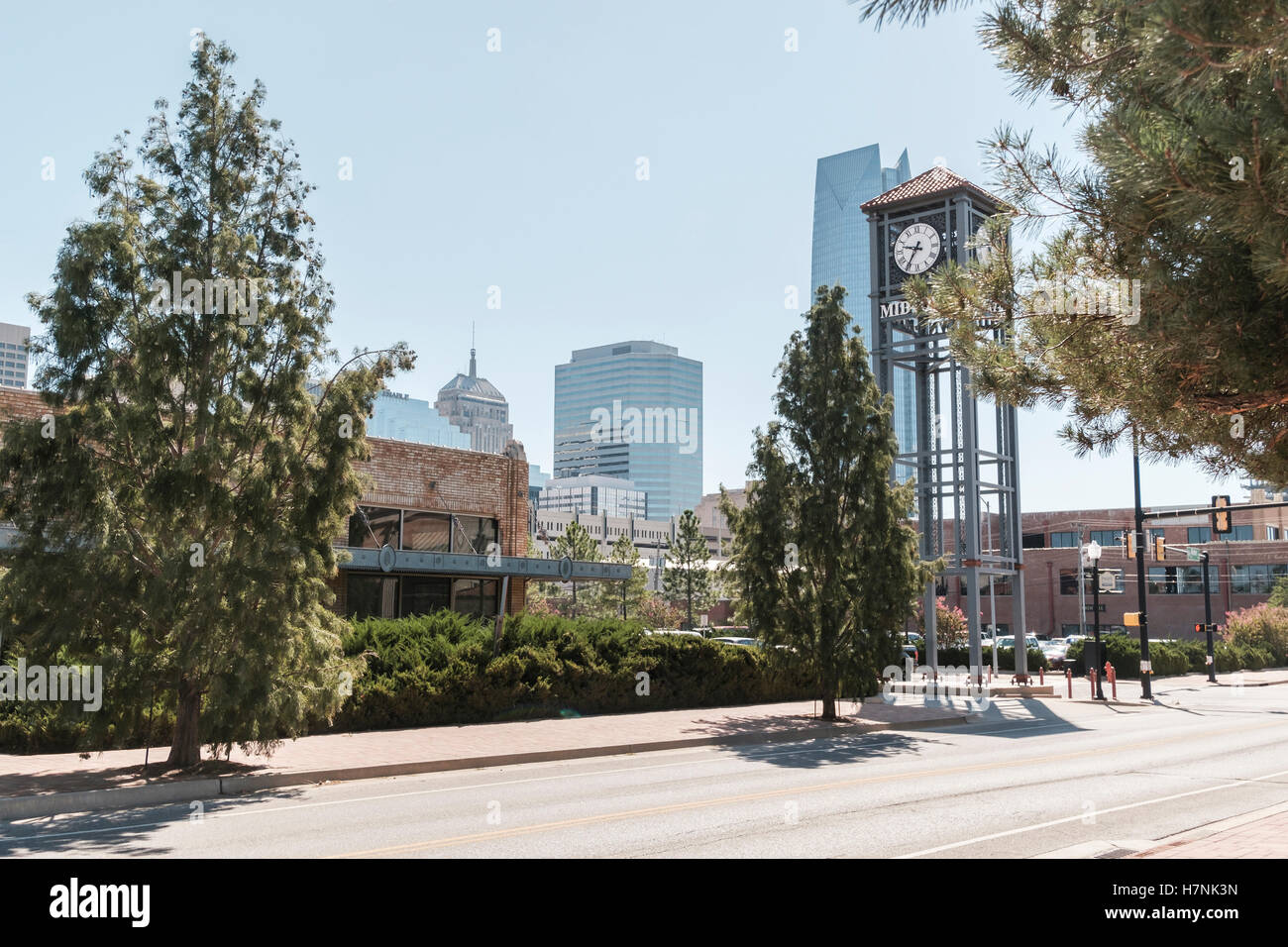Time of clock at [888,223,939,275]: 9:35
